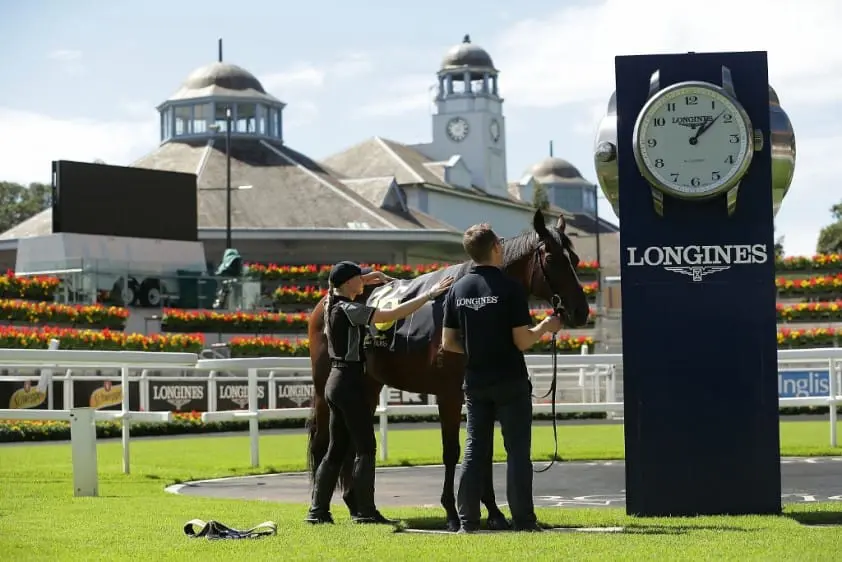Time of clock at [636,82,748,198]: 1:08
